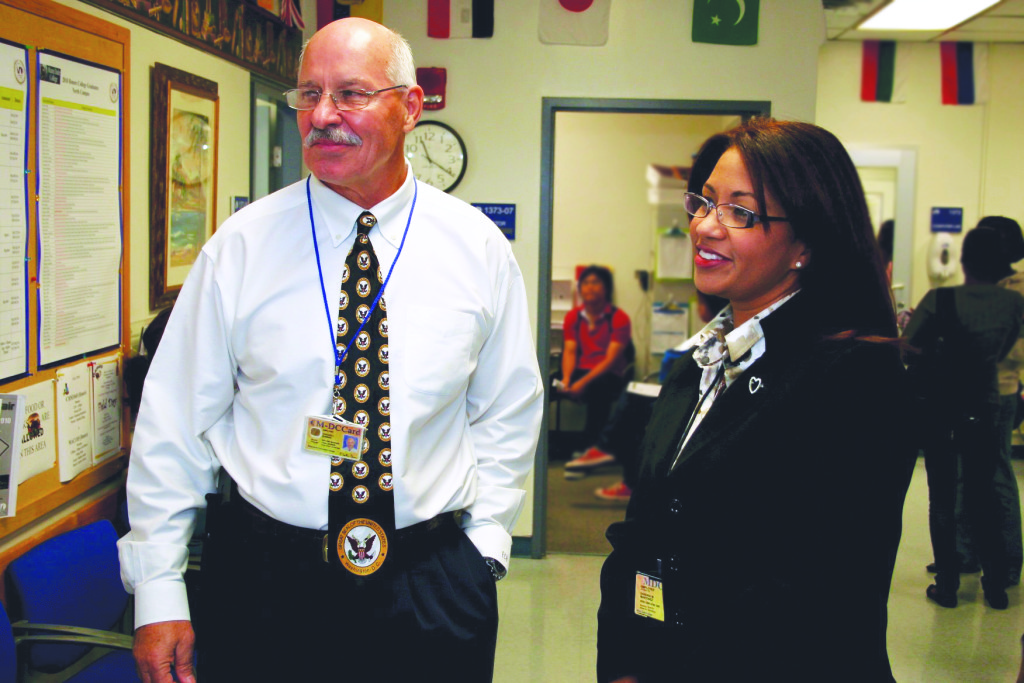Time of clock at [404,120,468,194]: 11:20
